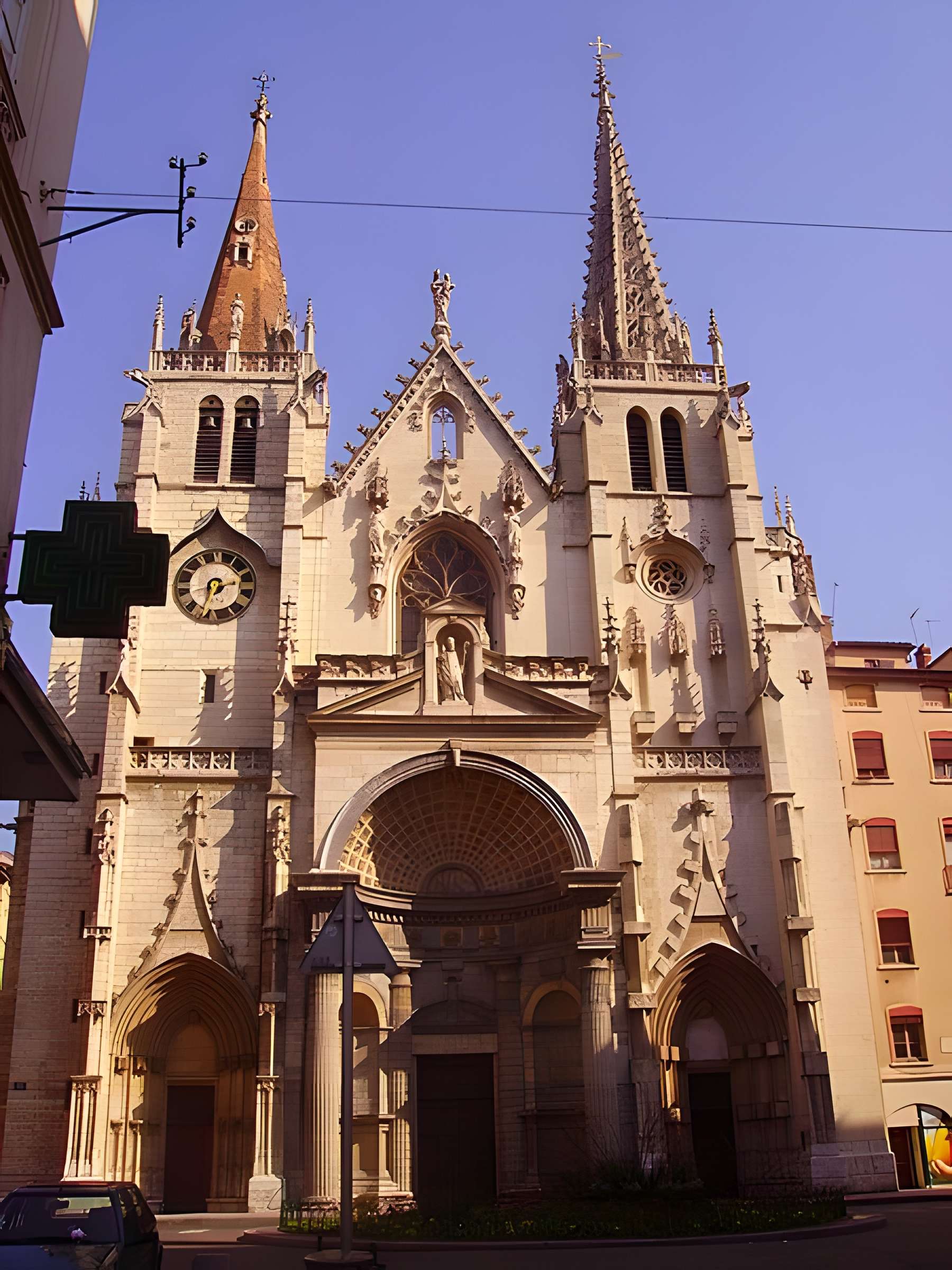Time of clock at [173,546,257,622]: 2:33
